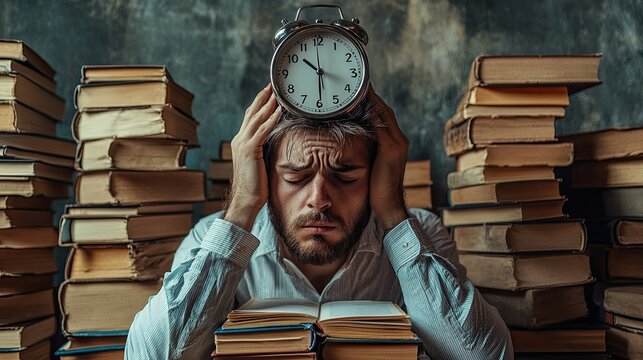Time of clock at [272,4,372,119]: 10:29
